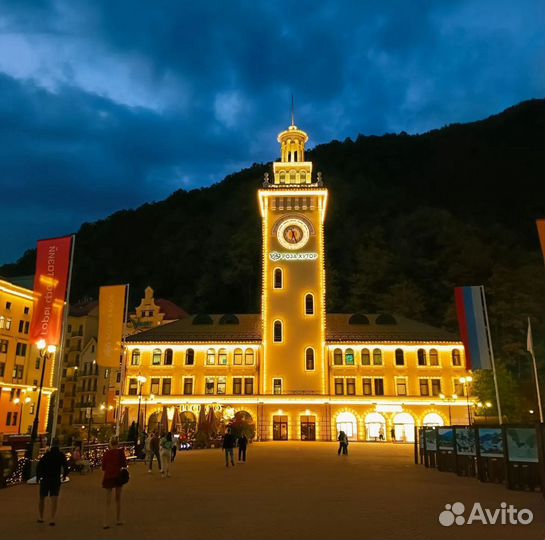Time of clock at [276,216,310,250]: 6:26
